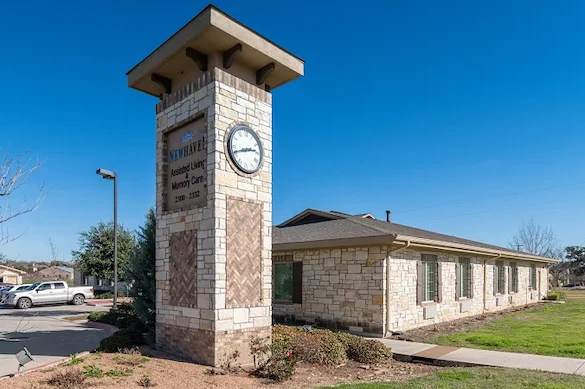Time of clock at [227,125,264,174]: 2:41
